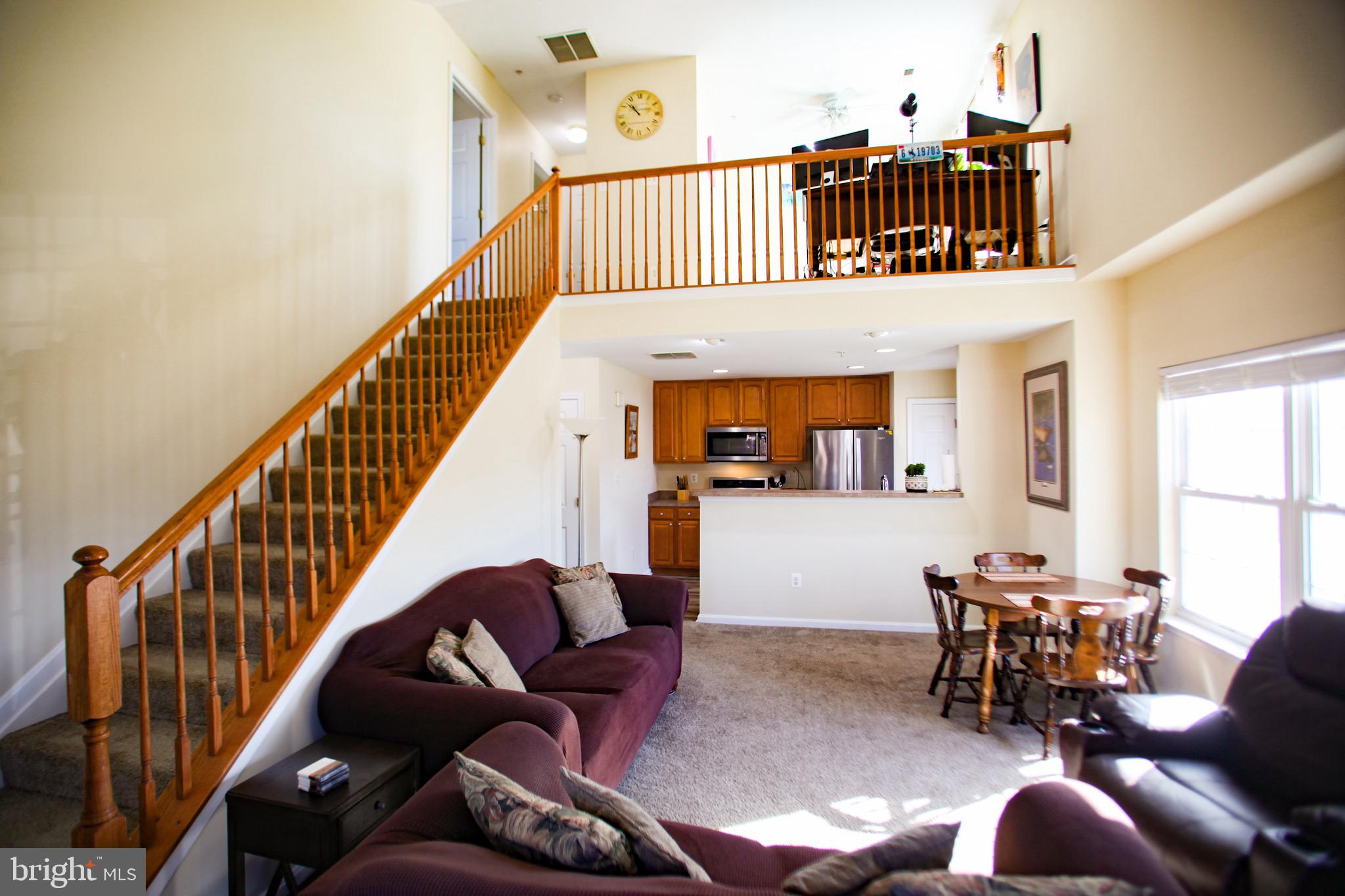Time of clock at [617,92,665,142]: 10:52
